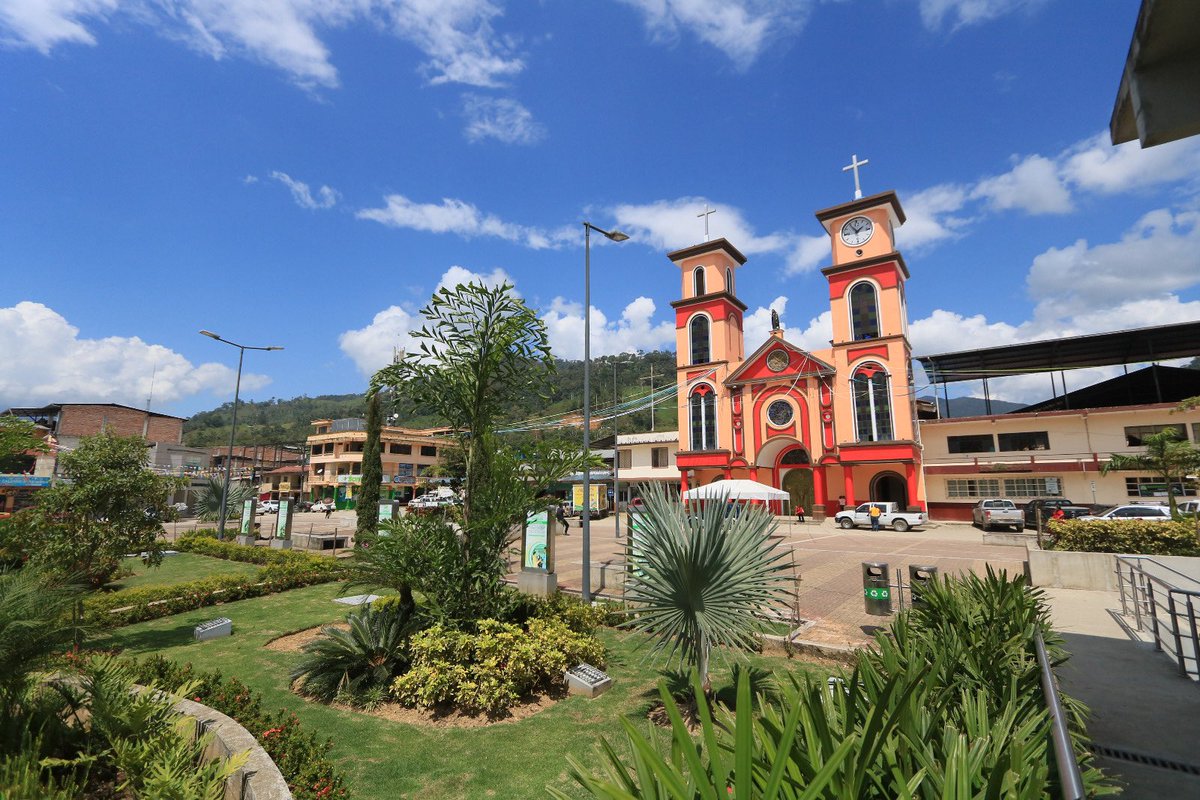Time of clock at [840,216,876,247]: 1:54
